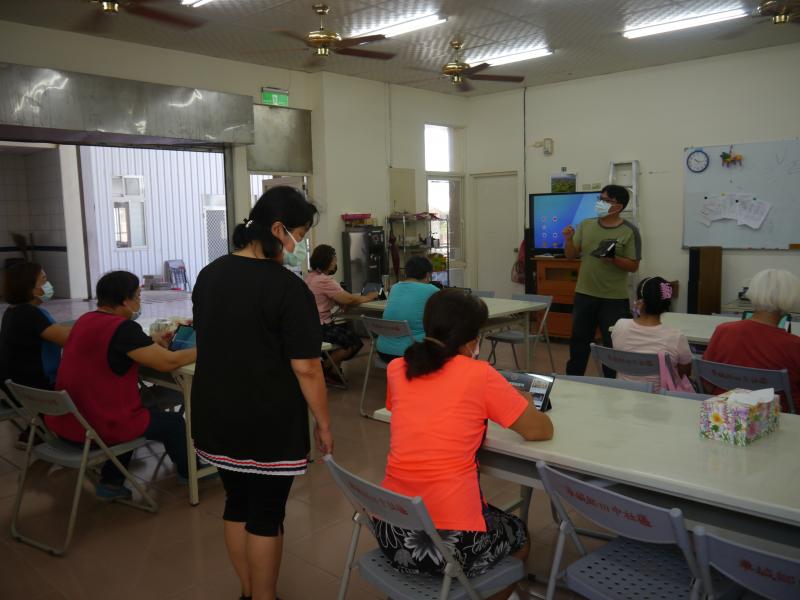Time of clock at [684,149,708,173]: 10:15
